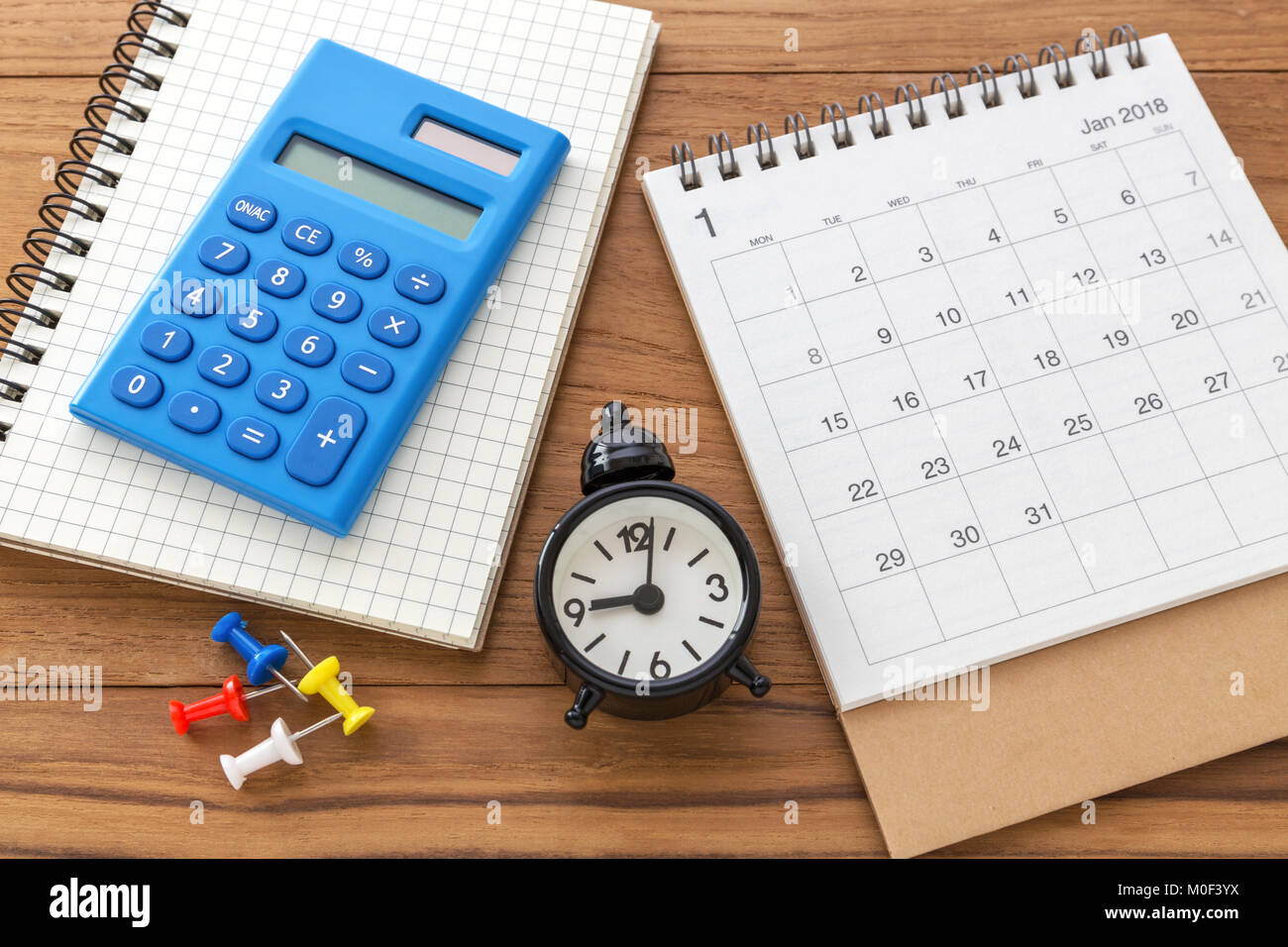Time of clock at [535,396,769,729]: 9:01
